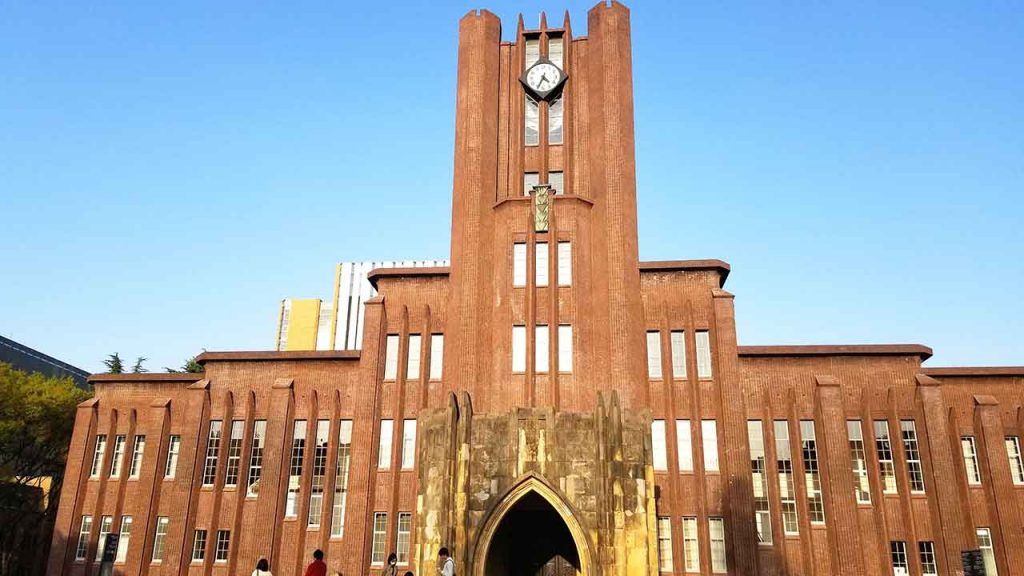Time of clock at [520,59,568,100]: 4:34
